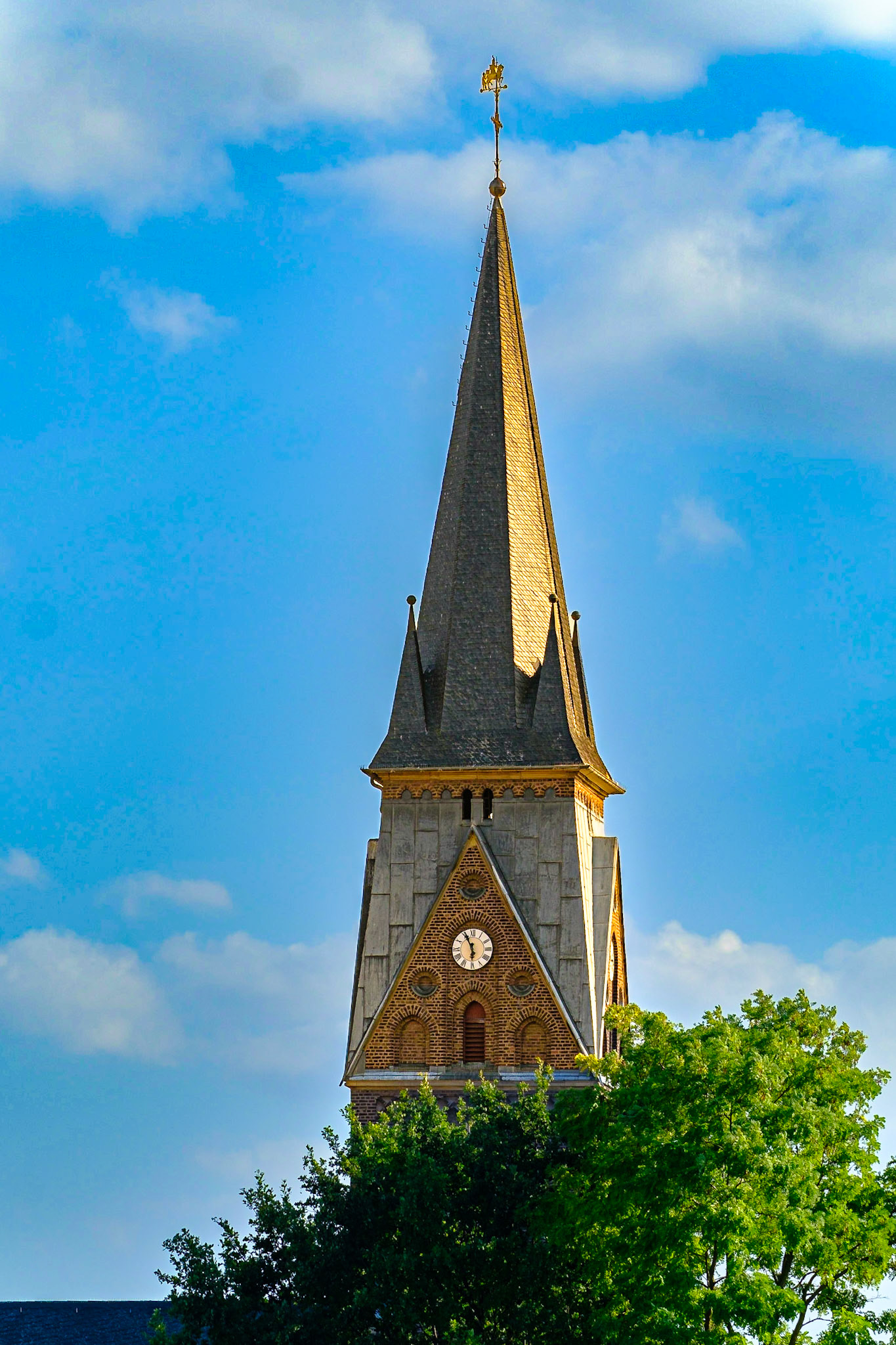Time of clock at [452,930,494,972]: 5:55
